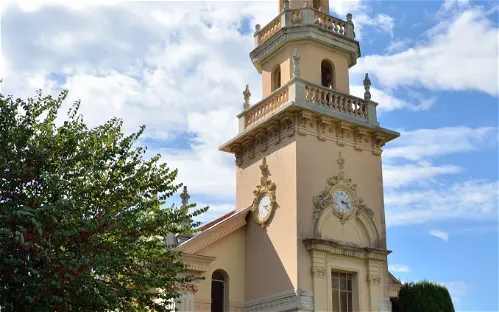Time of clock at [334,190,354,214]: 3:22
